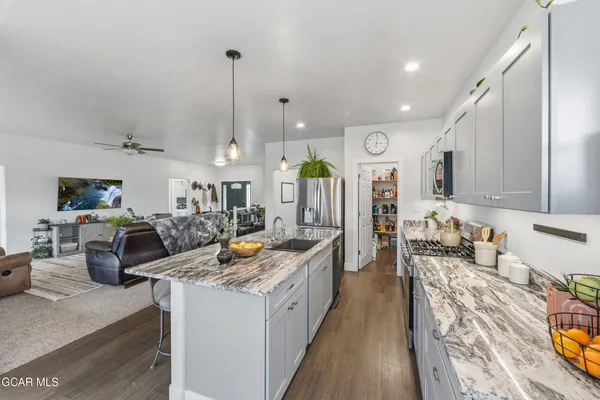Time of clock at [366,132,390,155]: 3:01
